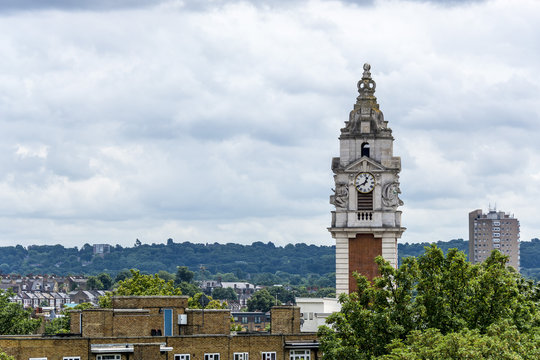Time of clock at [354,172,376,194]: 12:40
